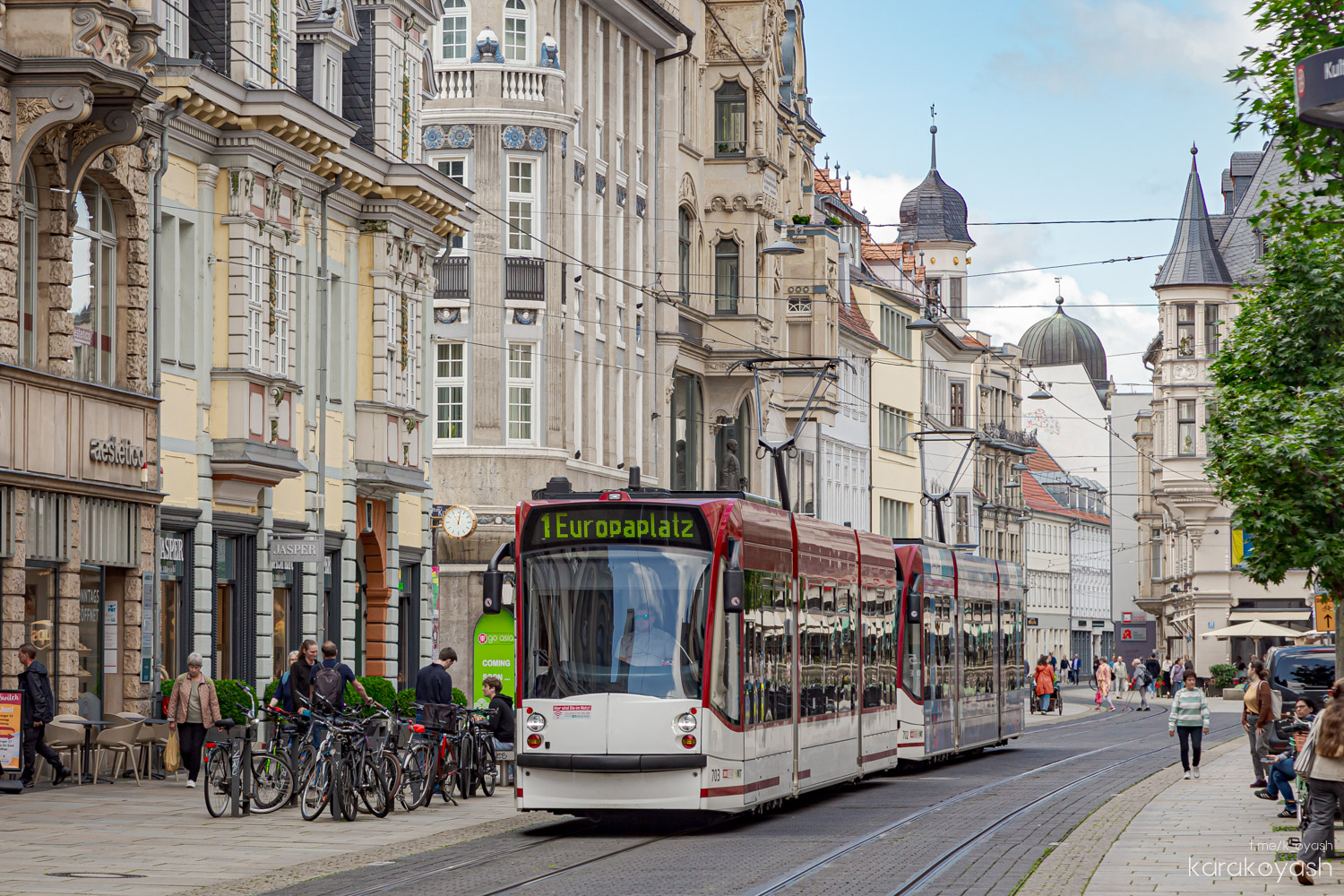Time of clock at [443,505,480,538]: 11:02
